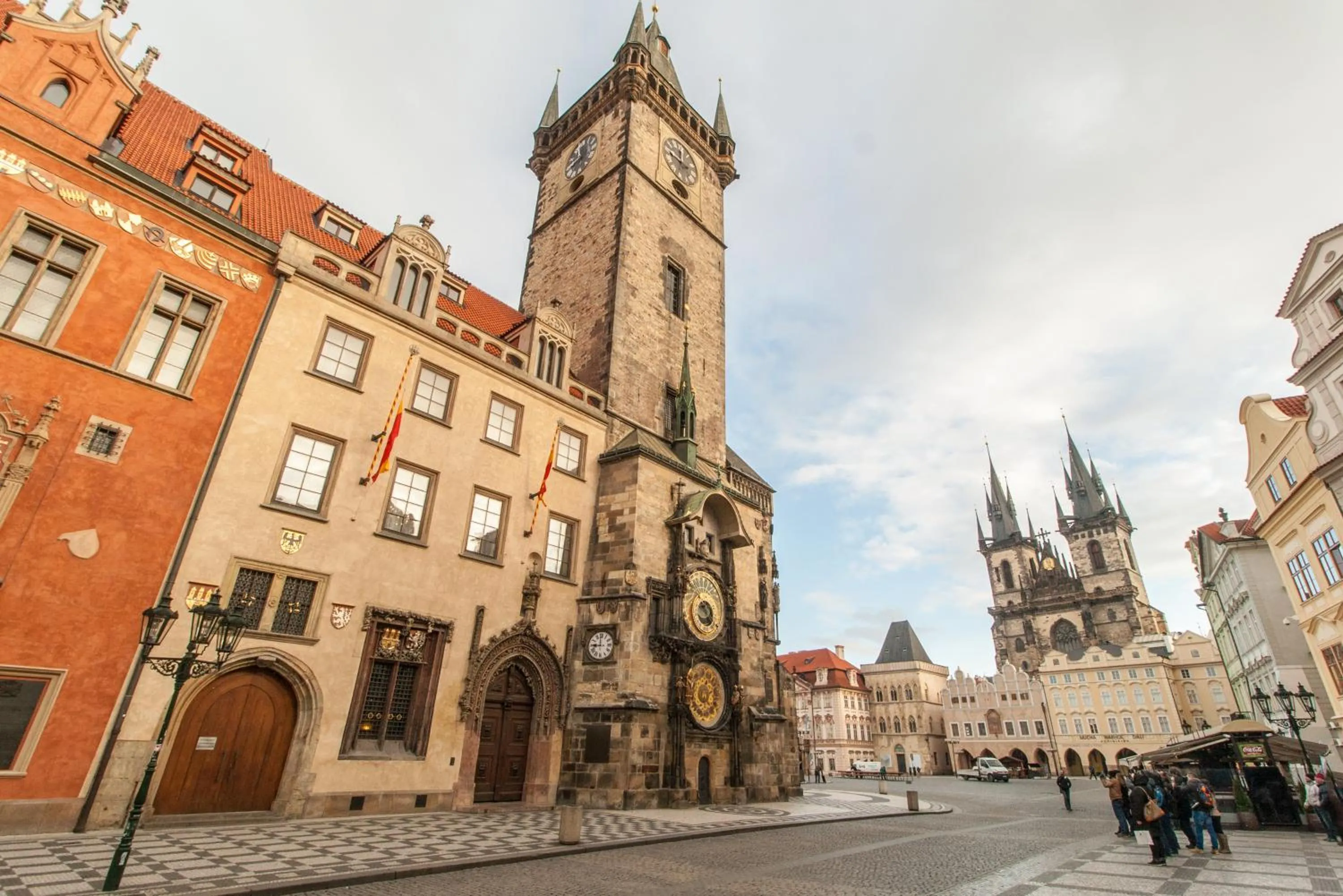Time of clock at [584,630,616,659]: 8:58
